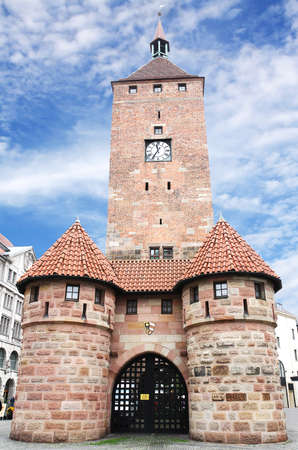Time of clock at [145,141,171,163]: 11:35
